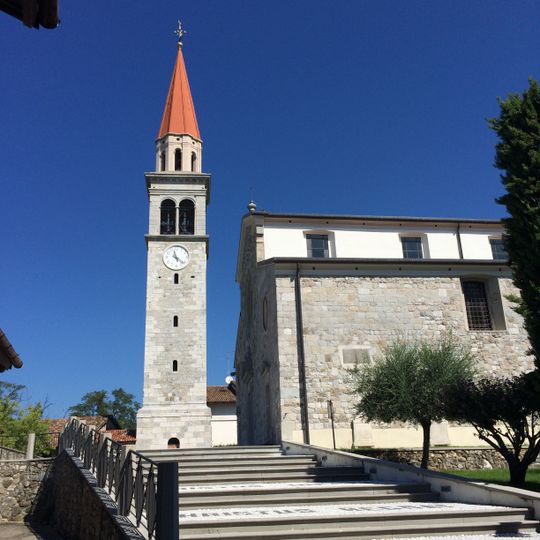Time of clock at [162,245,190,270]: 11:21
